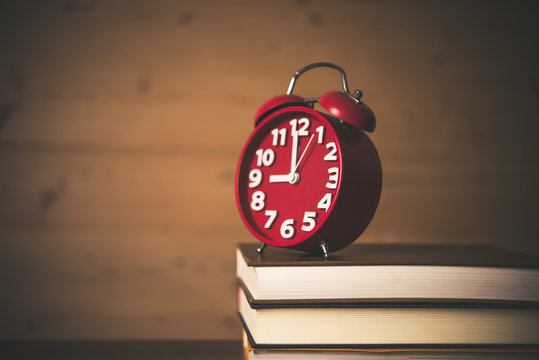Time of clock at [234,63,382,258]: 8:59
